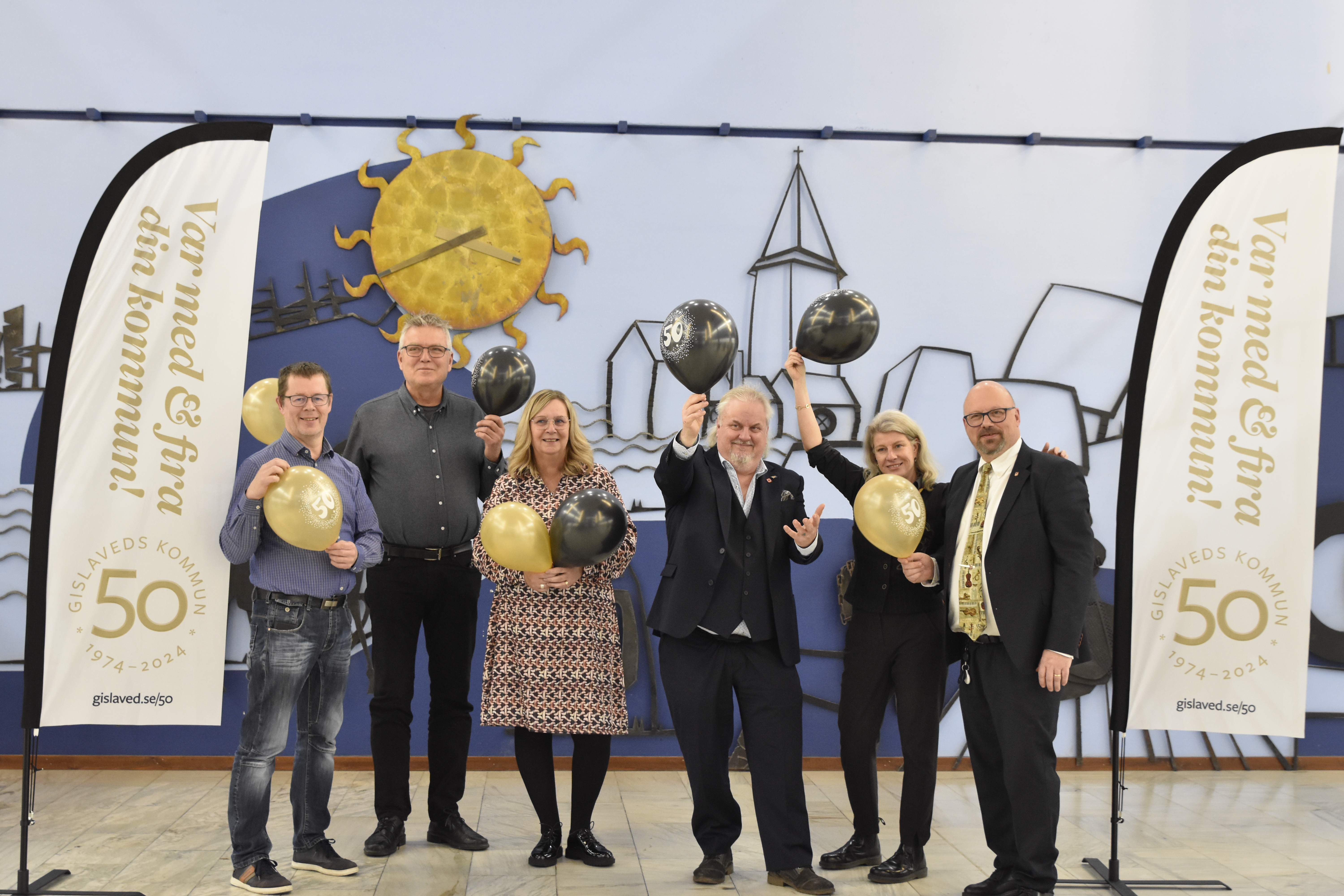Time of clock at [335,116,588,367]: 3:40
